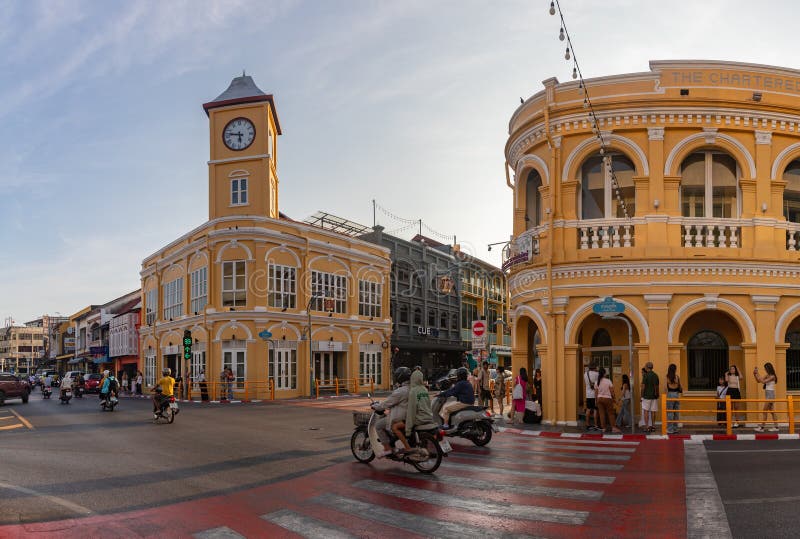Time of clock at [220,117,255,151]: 5:46
